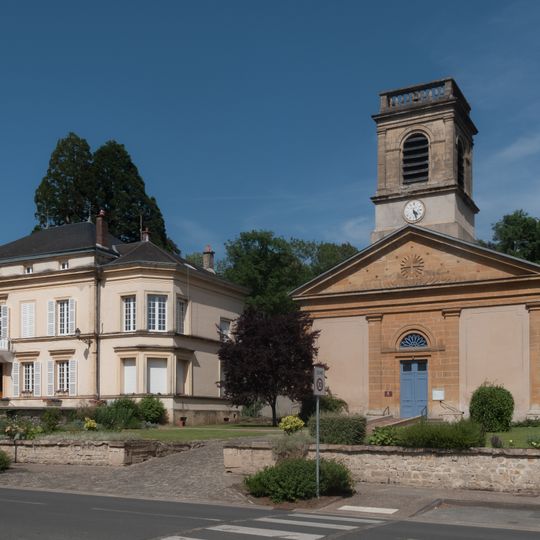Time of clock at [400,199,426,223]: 4:26
